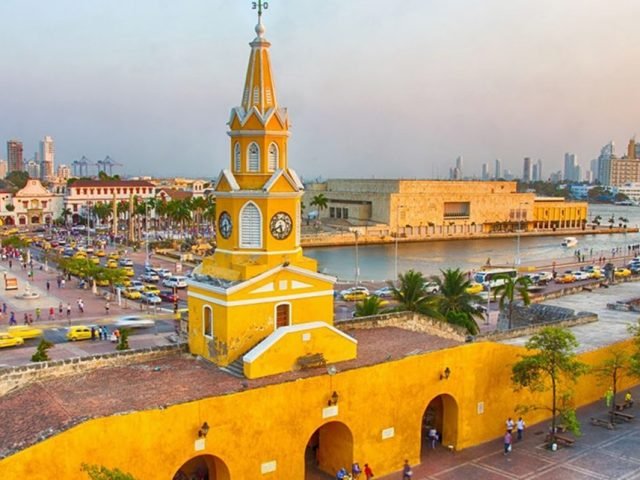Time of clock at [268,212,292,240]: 5:40
